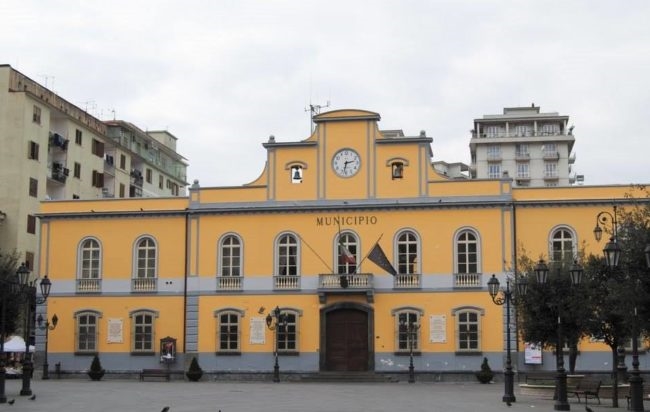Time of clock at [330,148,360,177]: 2:32
